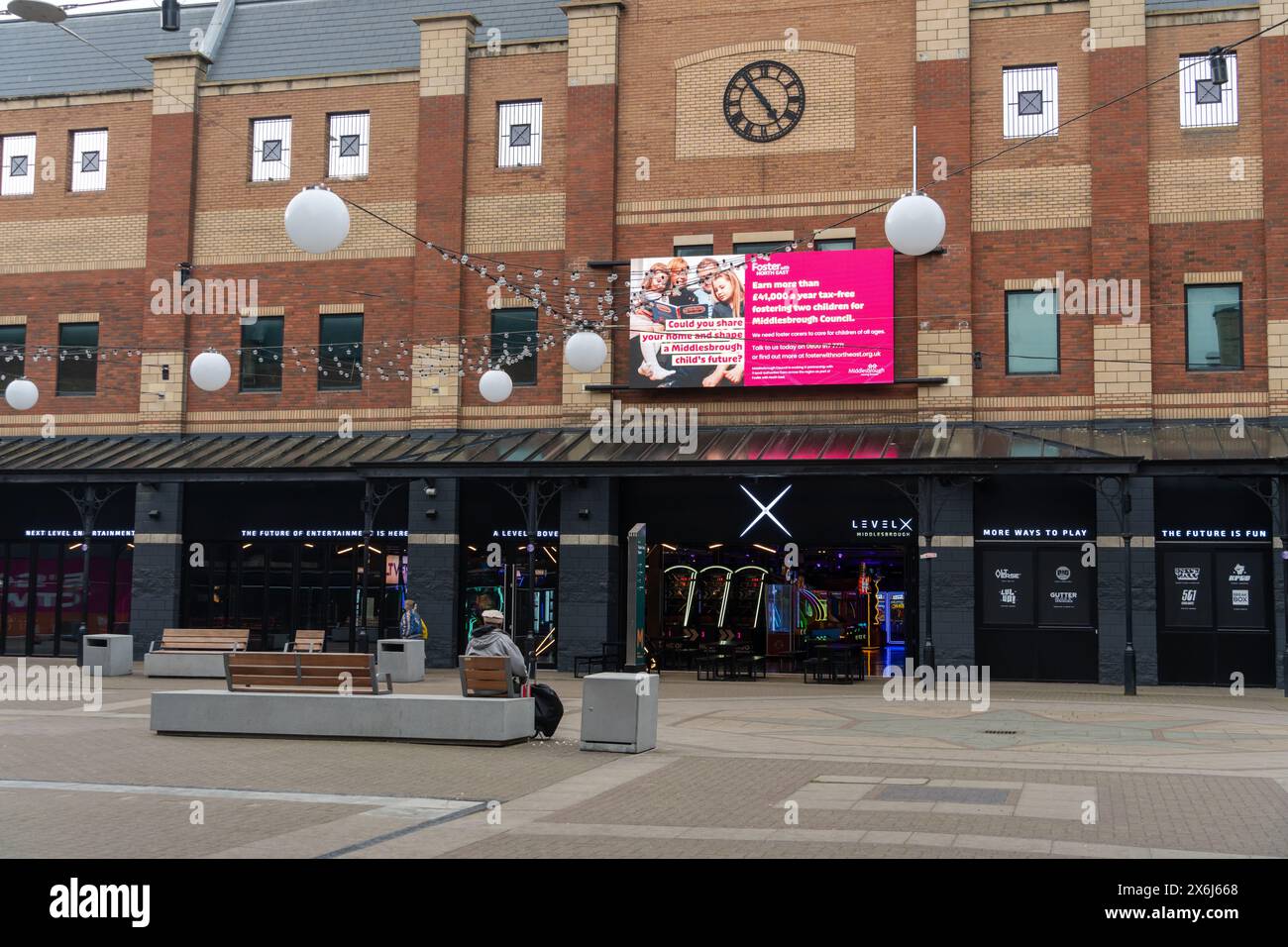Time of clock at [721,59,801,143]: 4:53
